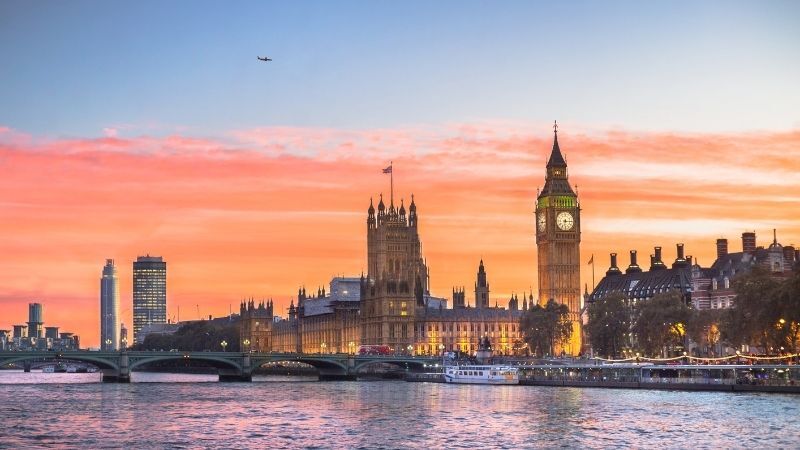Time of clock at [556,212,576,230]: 6:15
